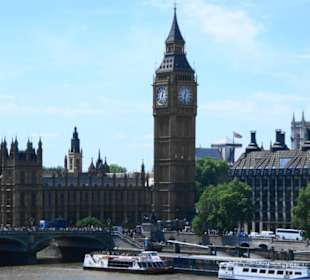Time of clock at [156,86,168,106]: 12:32
